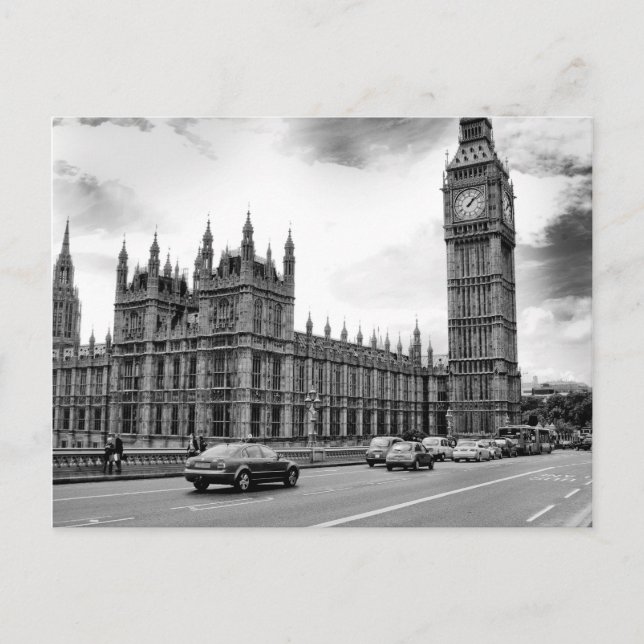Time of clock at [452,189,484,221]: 1:08
